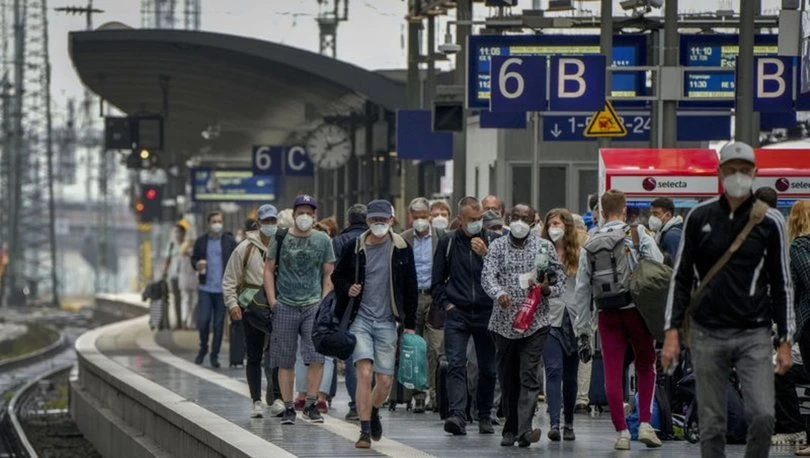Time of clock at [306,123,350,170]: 7:11
